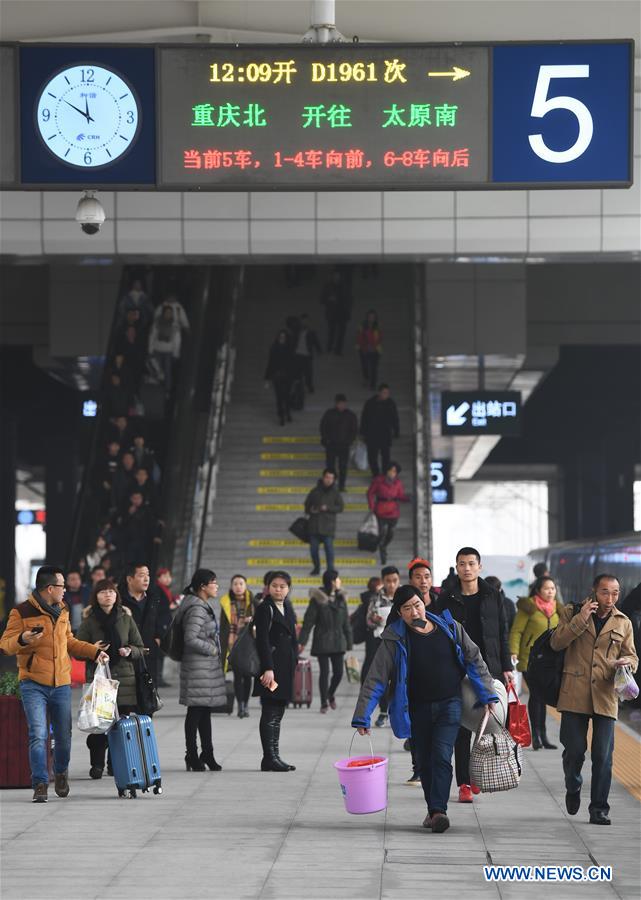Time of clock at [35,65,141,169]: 11:50
